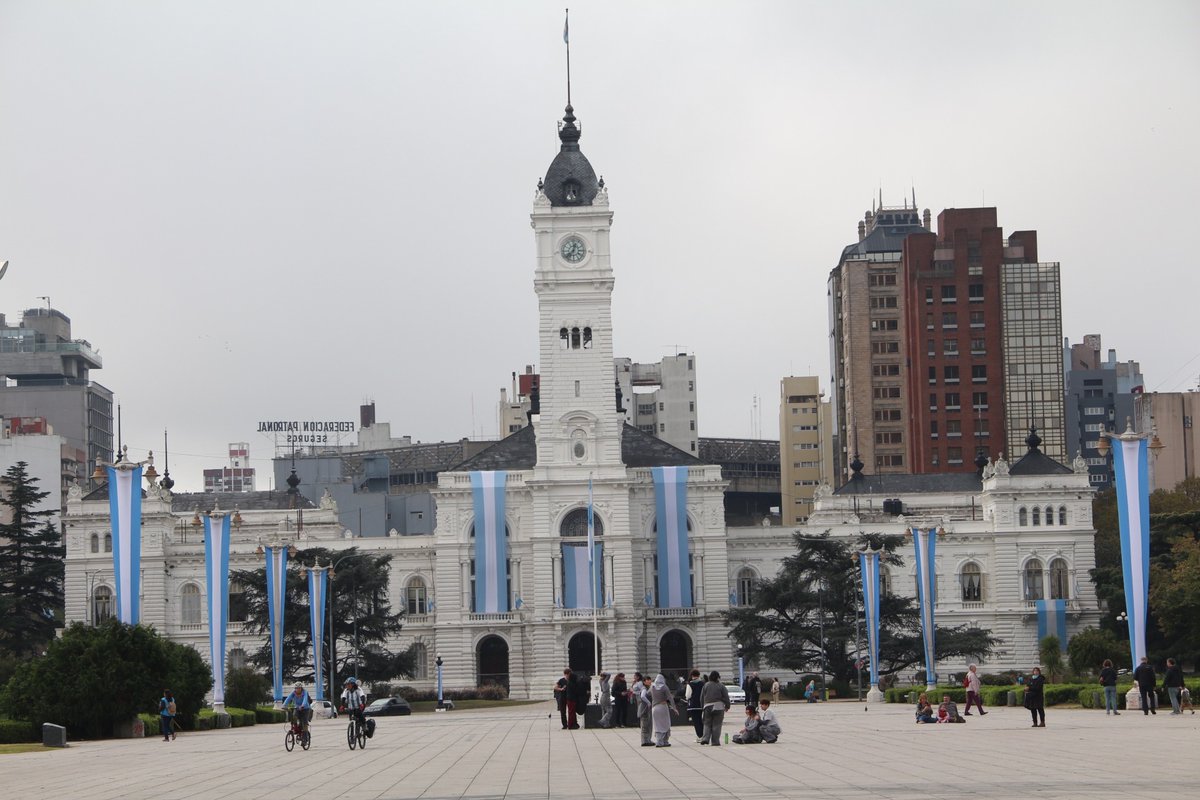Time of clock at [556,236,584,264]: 12:37
